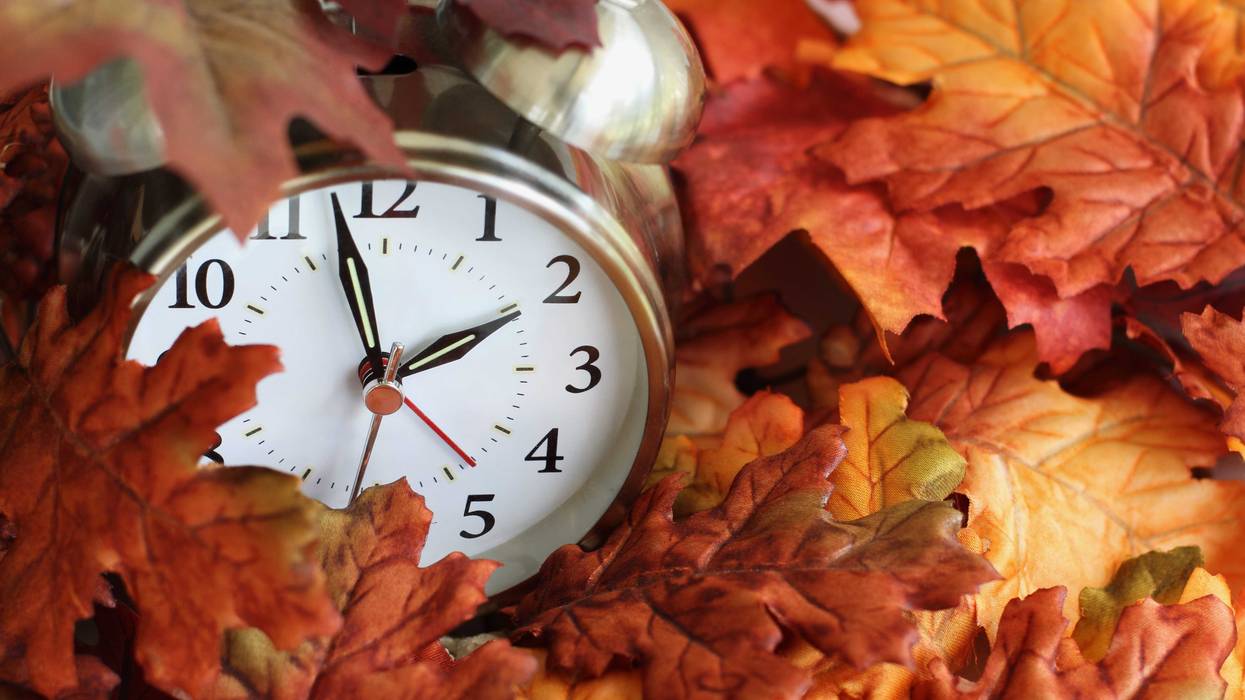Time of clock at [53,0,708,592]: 1:57
